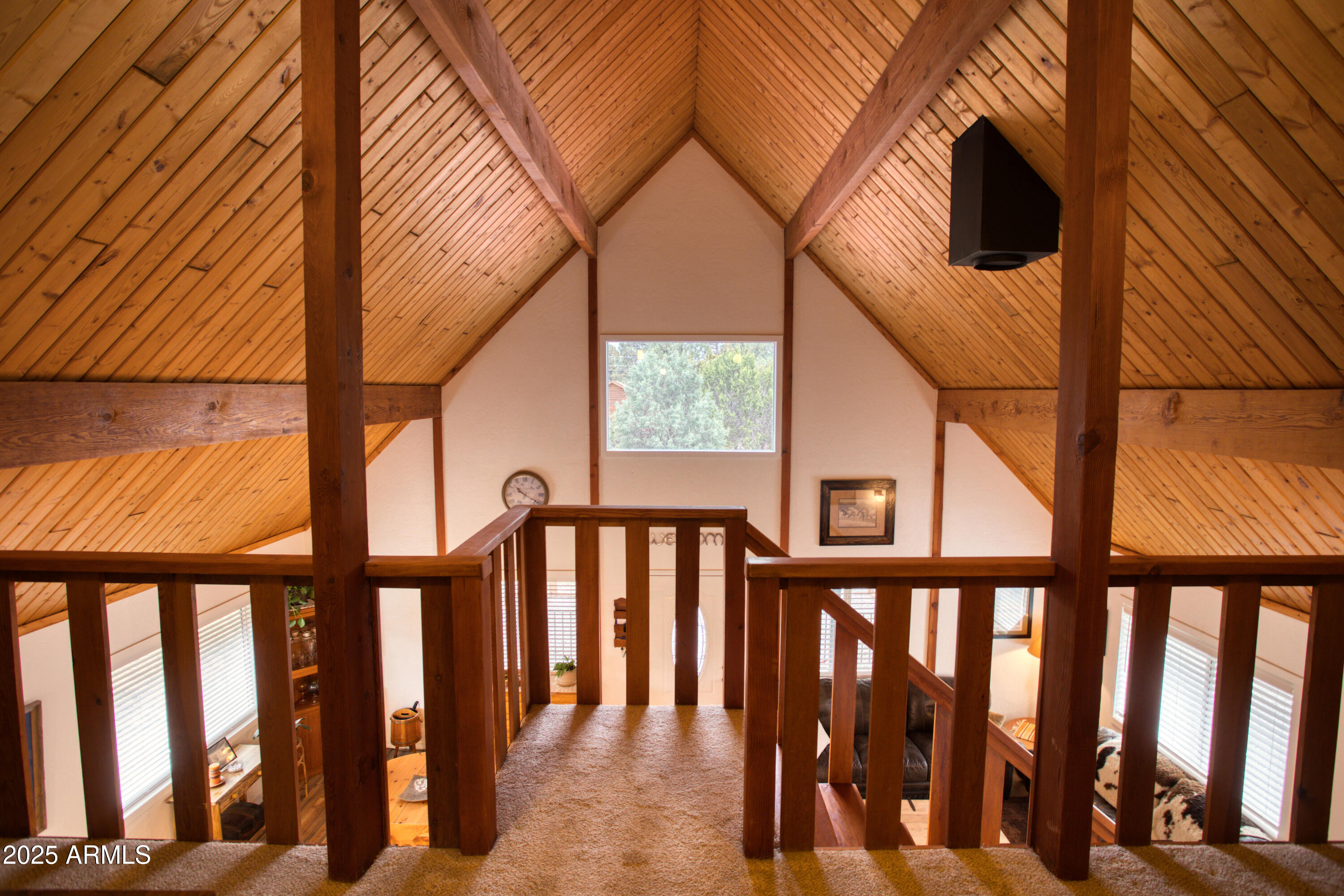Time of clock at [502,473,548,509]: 10:20
